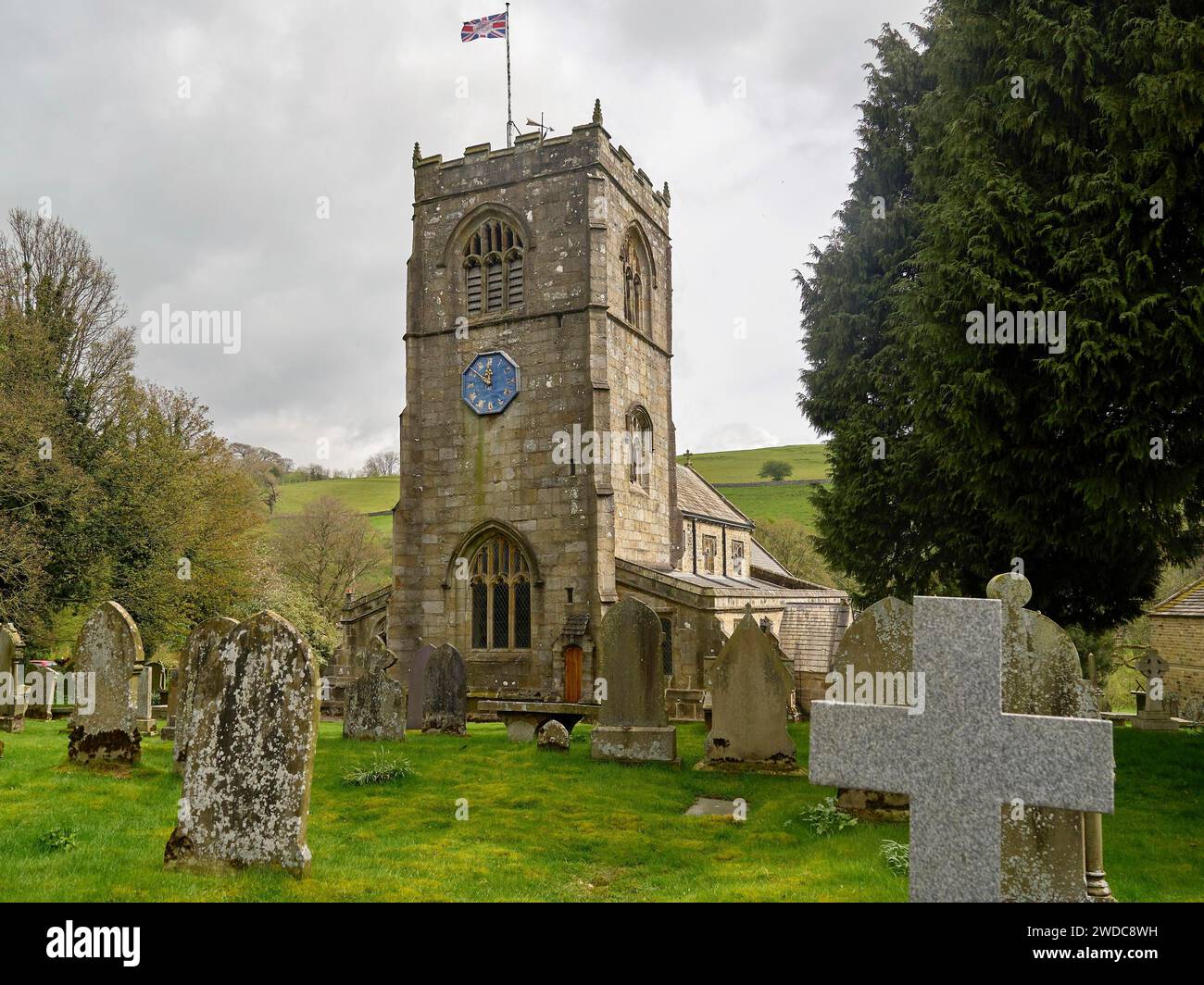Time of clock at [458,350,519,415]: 11:51
